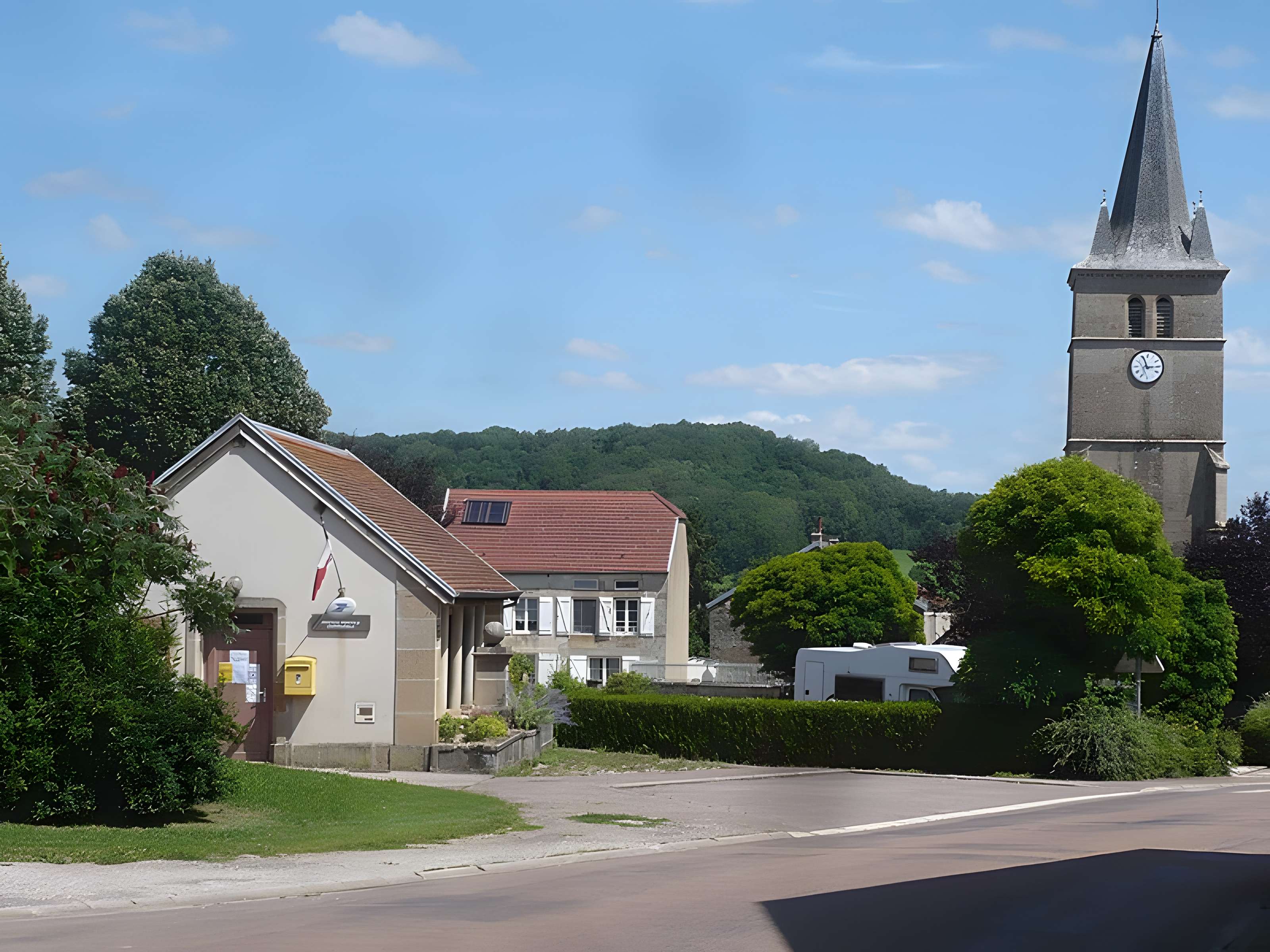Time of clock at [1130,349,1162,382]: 2:56
